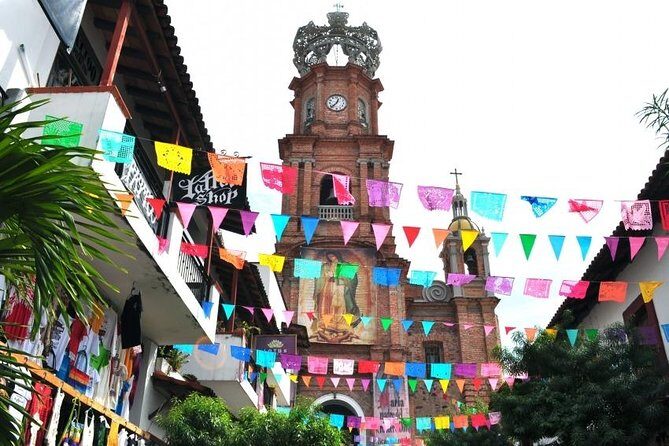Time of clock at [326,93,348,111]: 12:37
